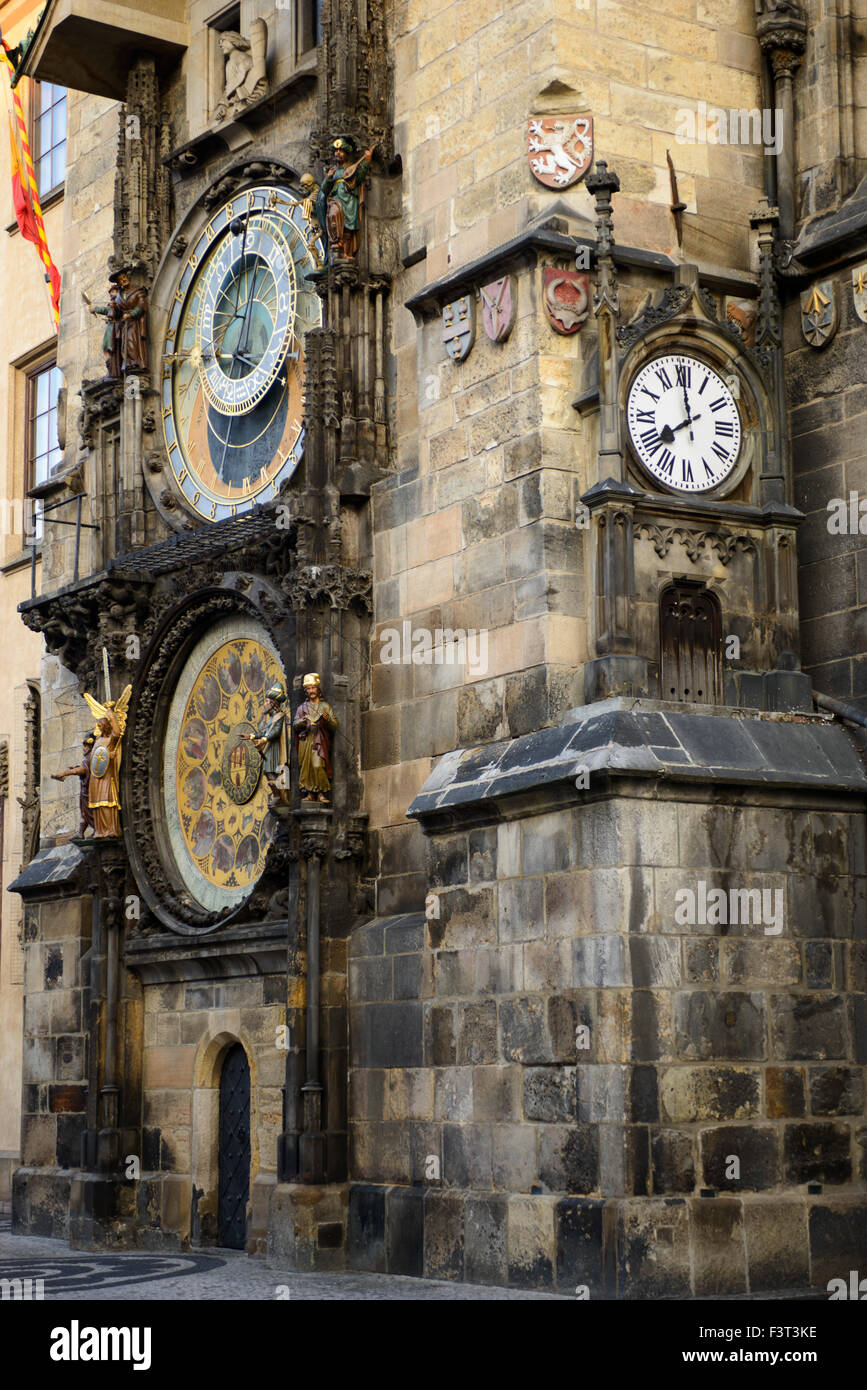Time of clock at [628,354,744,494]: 7:59
